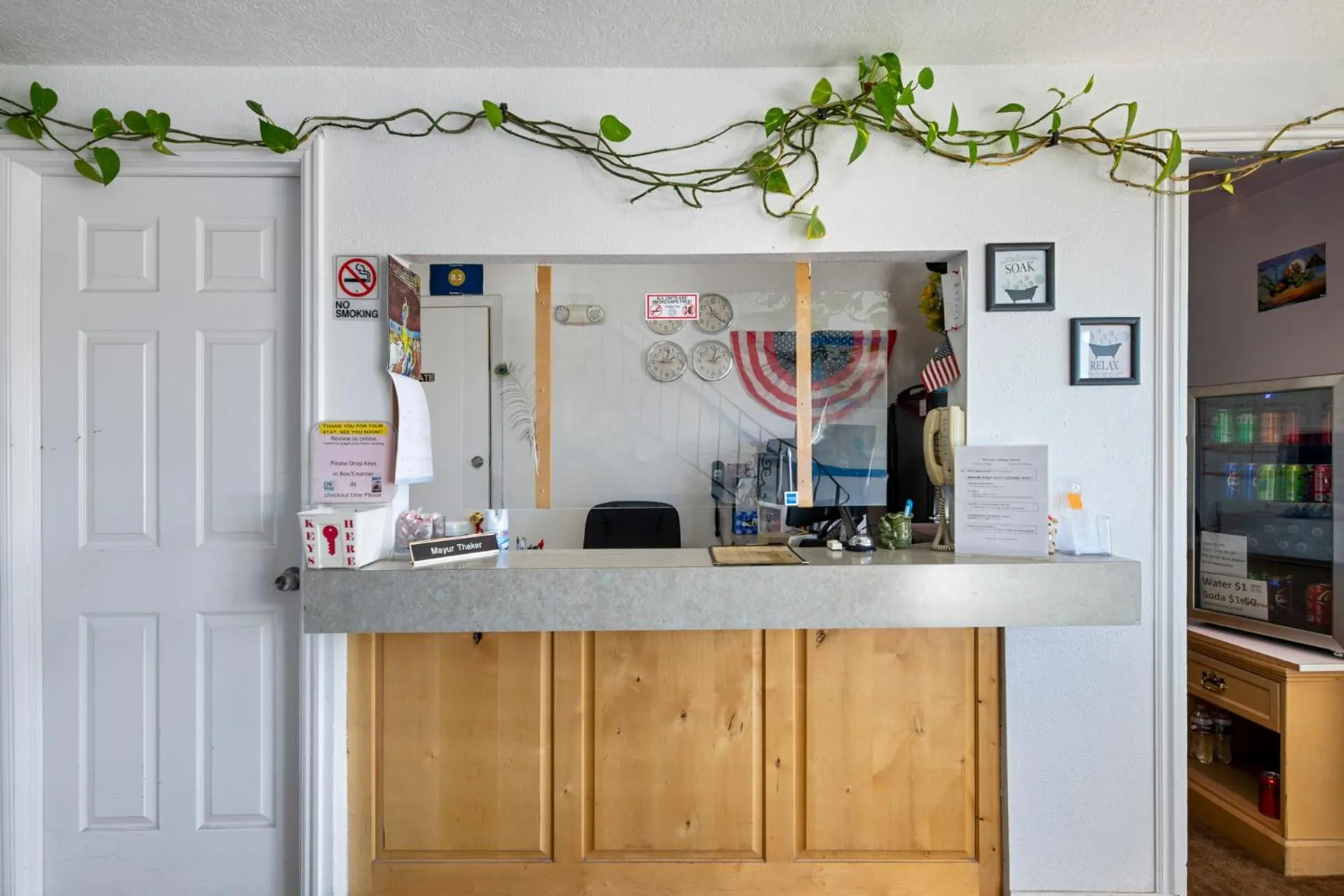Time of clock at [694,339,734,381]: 2:02
